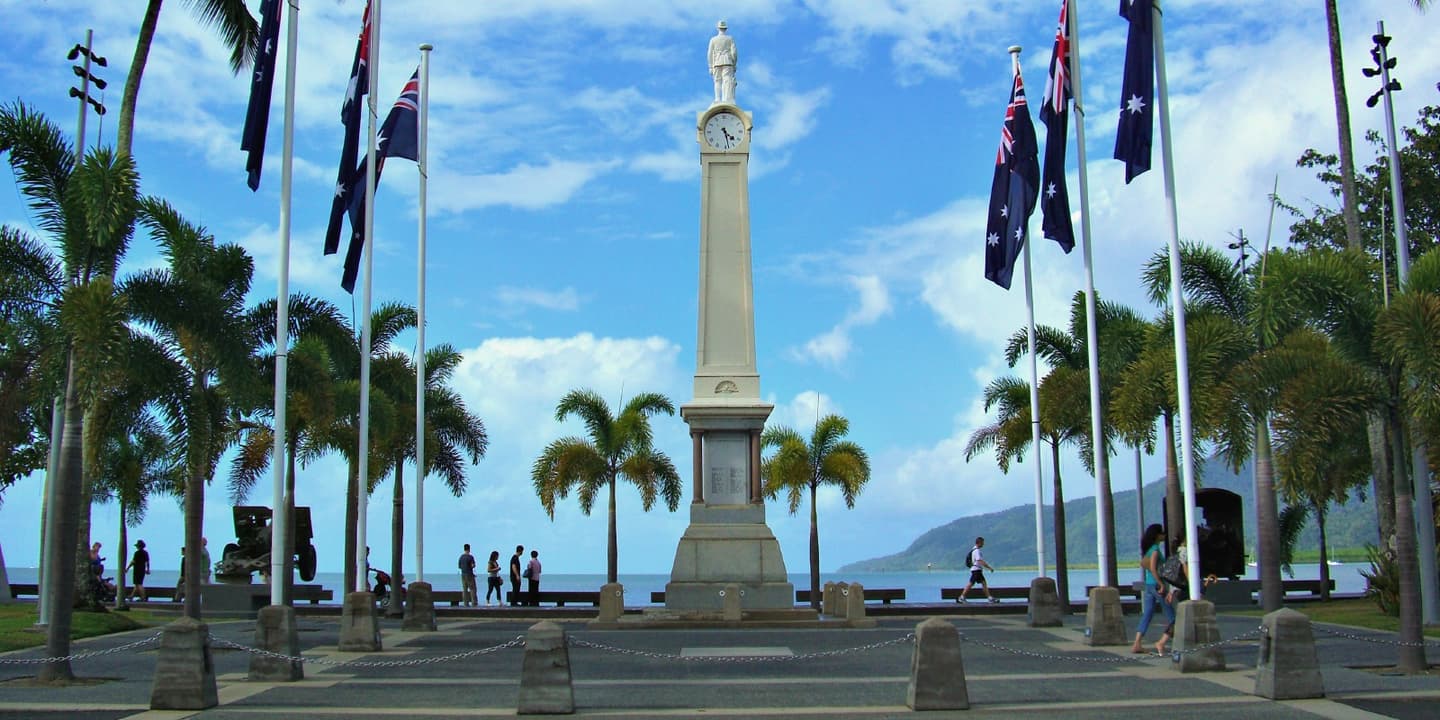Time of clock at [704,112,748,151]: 4:28
